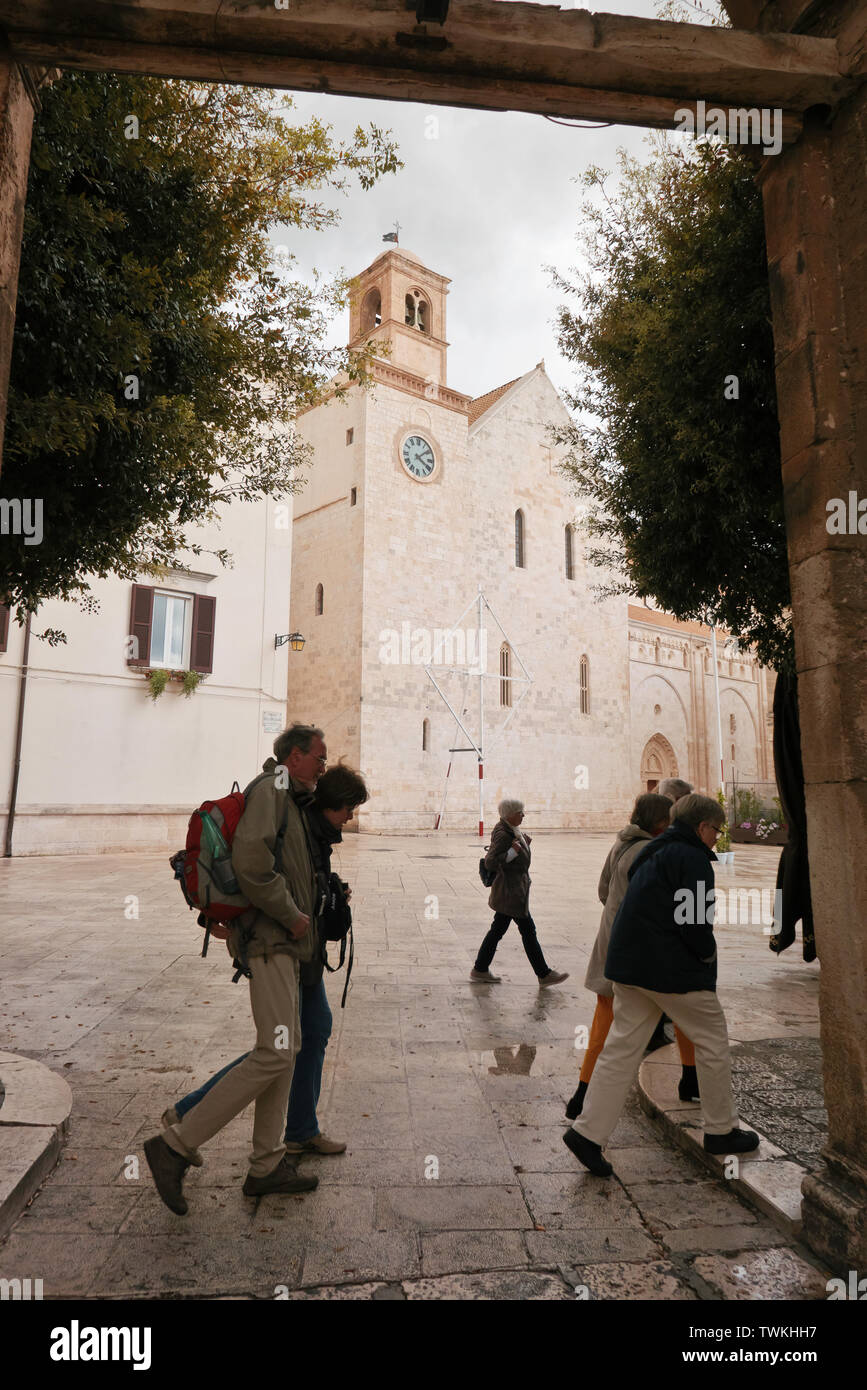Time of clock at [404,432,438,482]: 4:08
